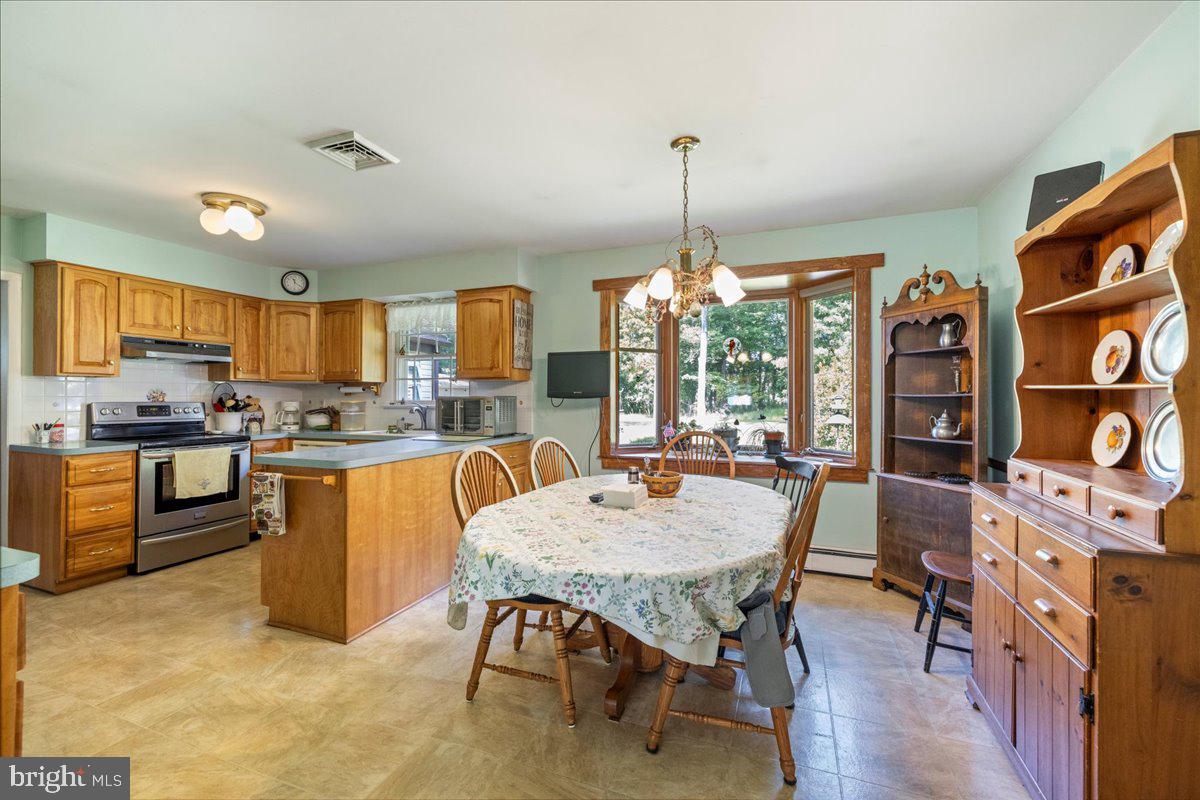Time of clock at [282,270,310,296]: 11:21
